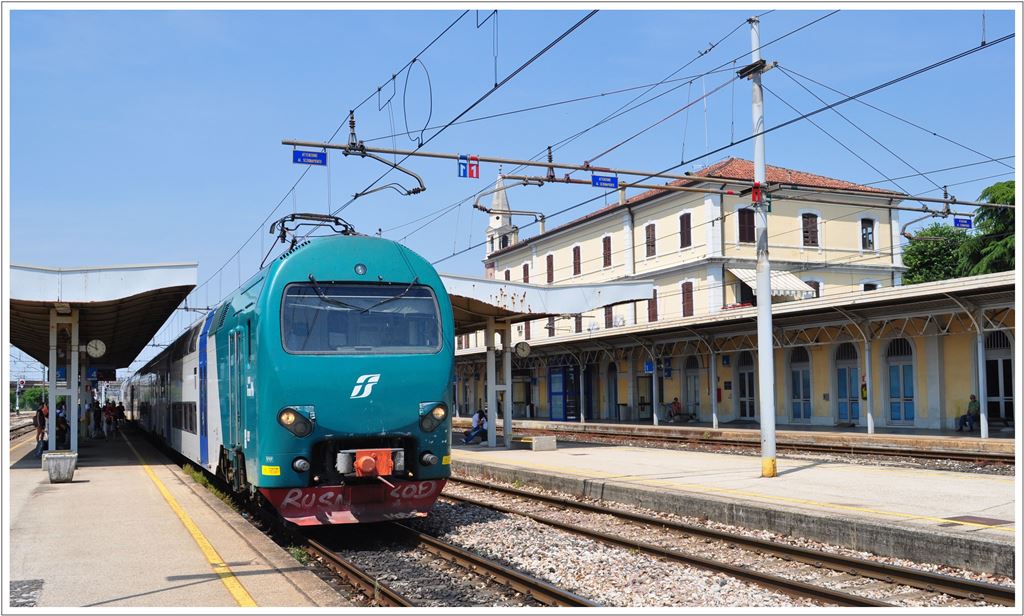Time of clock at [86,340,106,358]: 11:49
